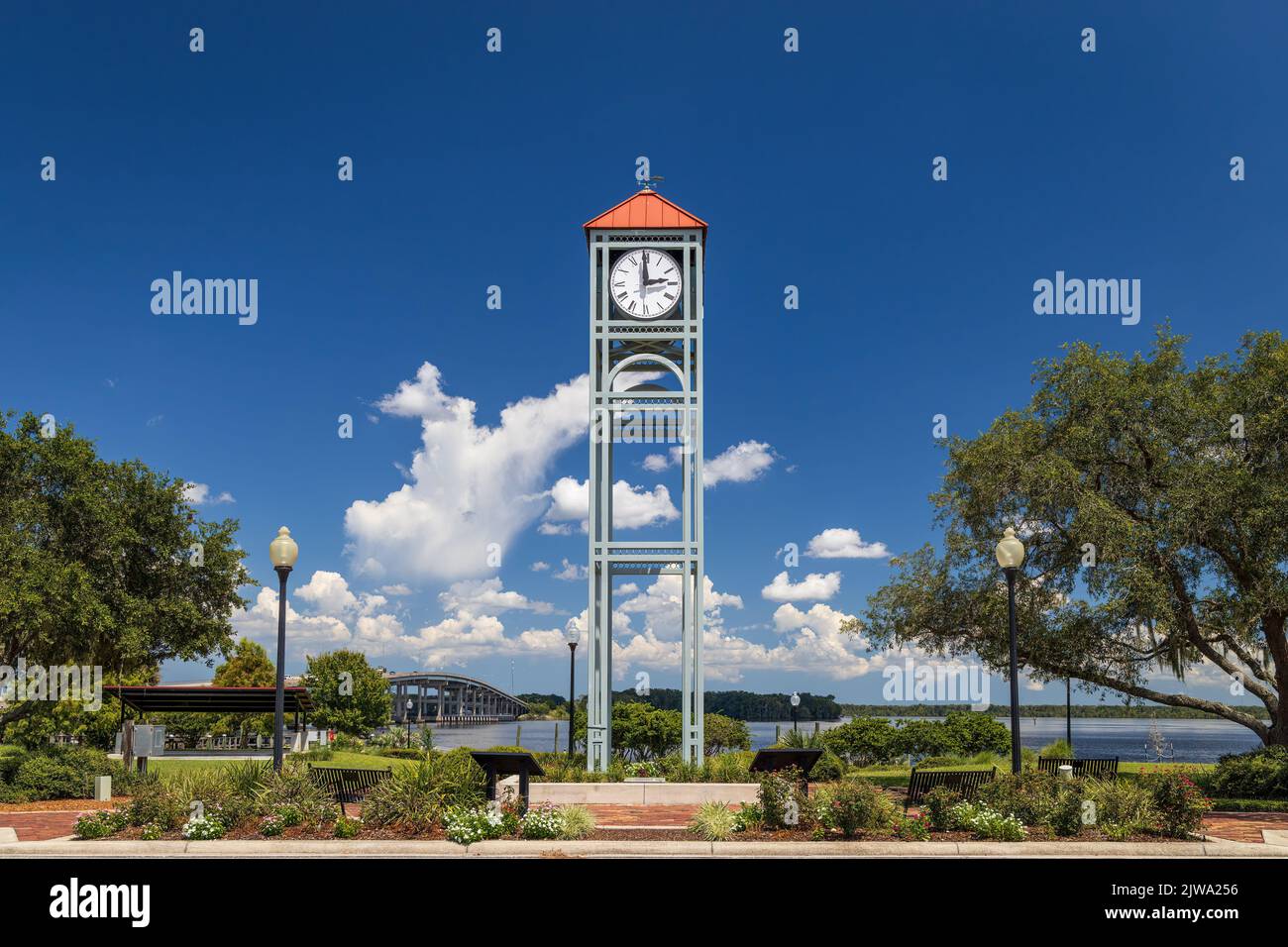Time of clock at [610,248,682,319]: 2:59
